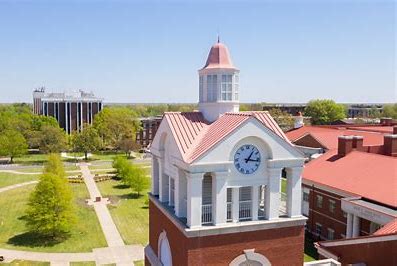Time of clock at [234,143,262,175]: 1:16
